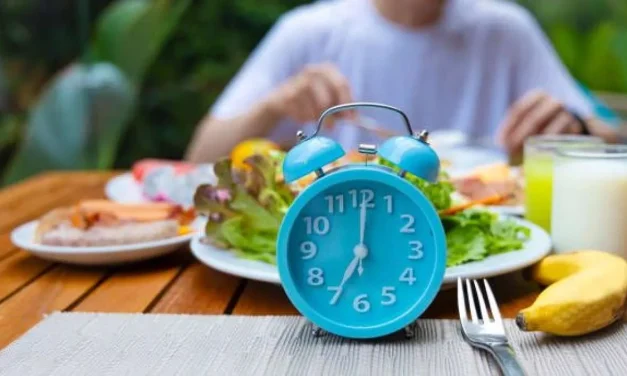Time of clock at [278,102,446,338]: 7:00
